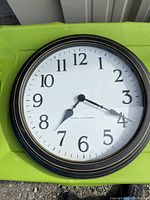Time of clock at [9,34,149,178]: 7:19
